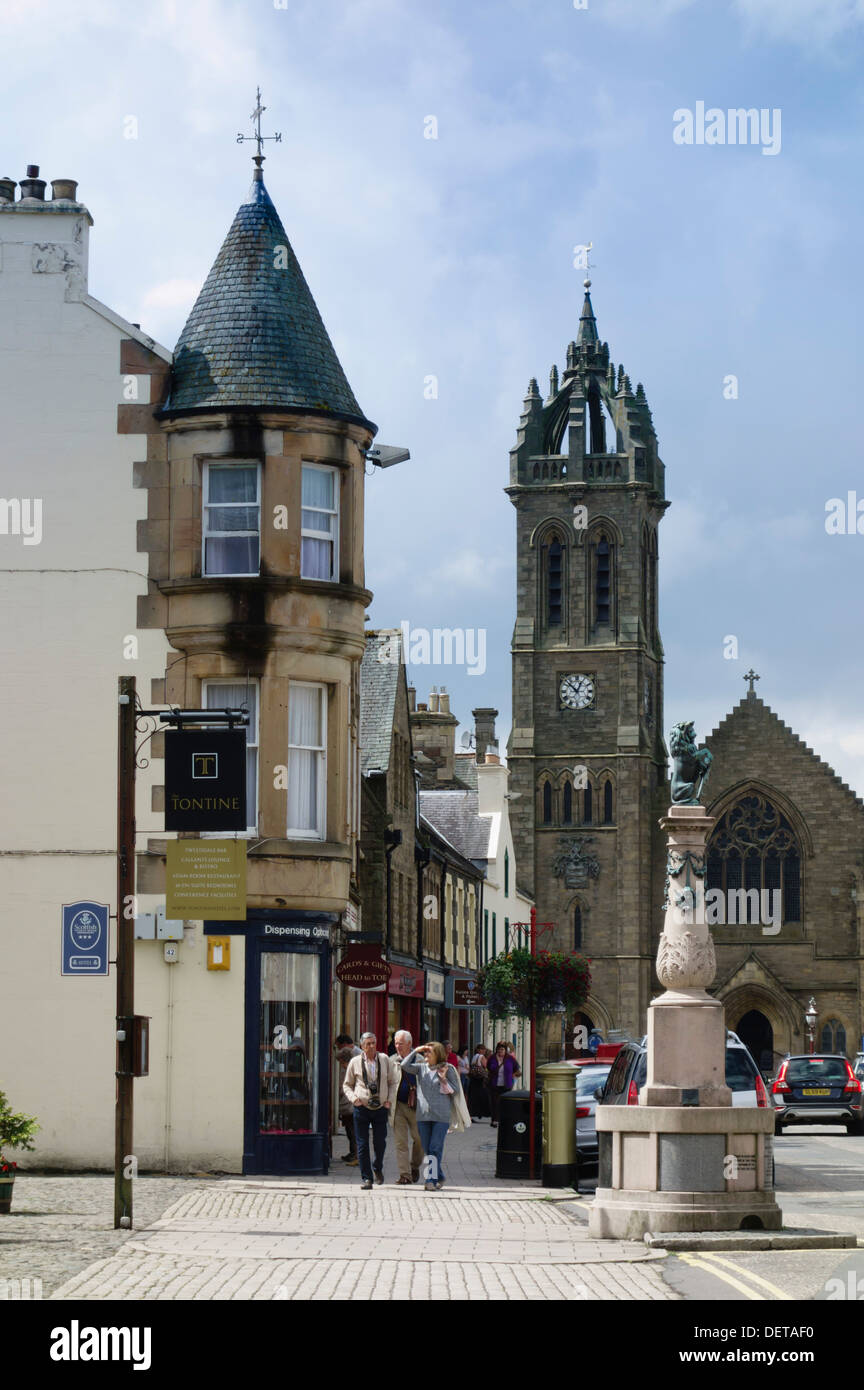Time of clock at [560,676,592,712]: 12:52
